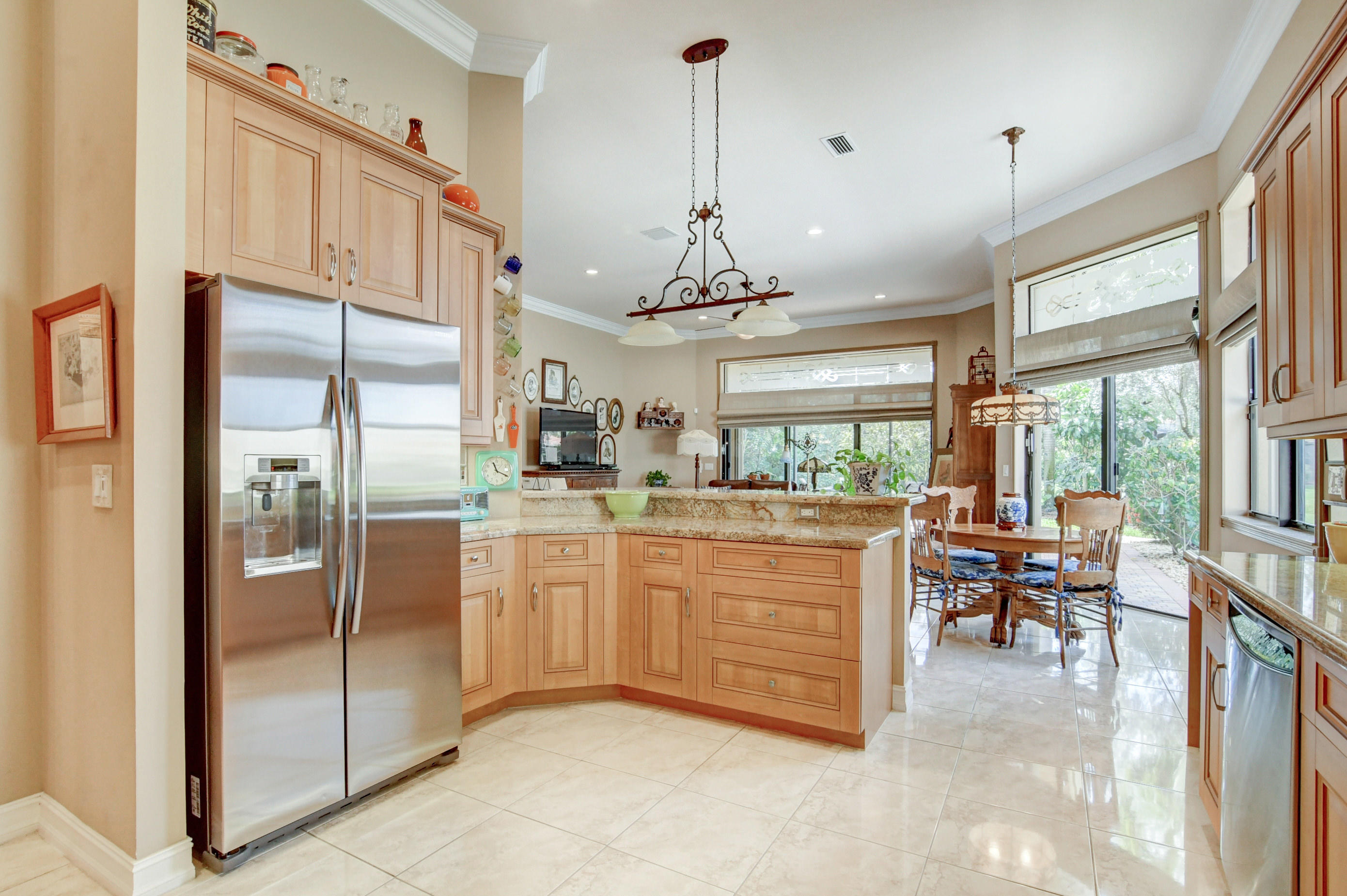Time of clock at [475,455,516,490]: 11:19
